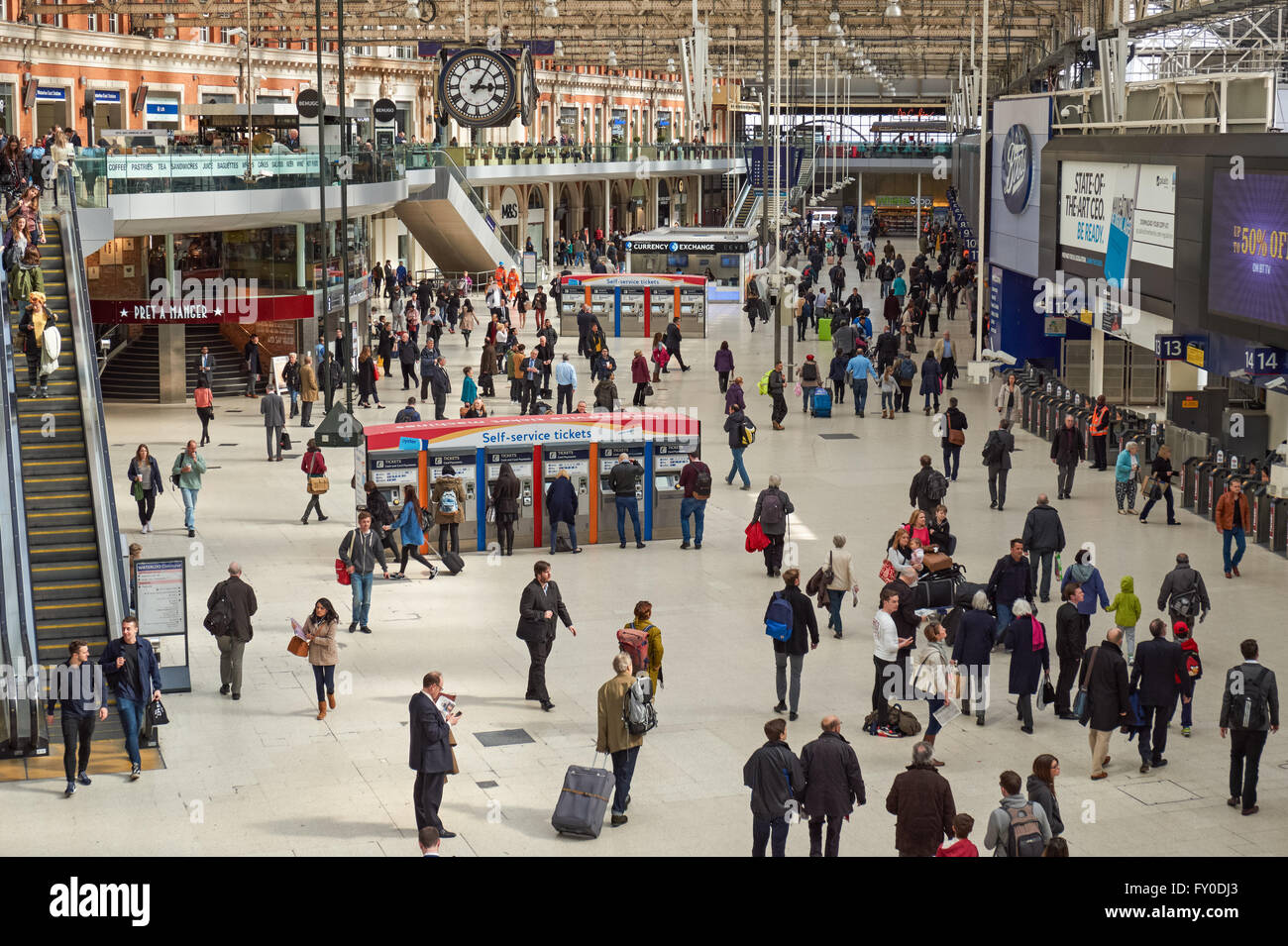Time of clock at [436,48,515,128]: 3:05
